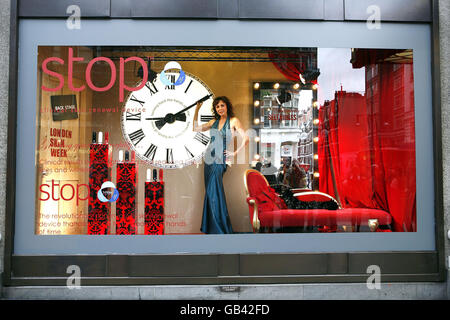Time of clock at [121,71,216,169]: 3:09
